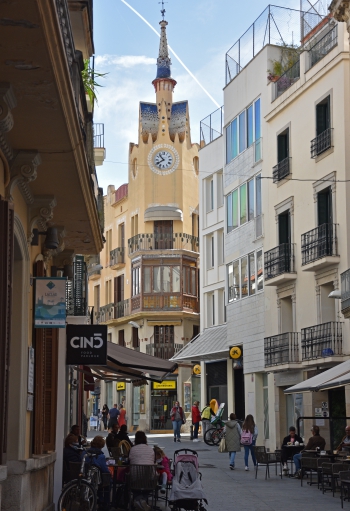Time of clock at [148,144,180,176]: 10:39
